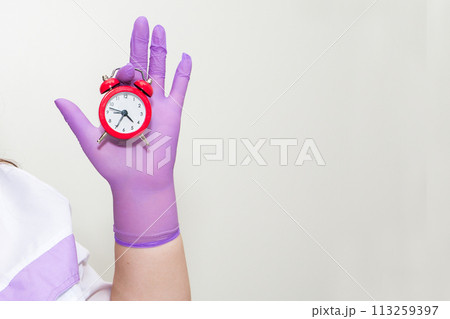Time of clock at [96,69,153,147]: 4:34
